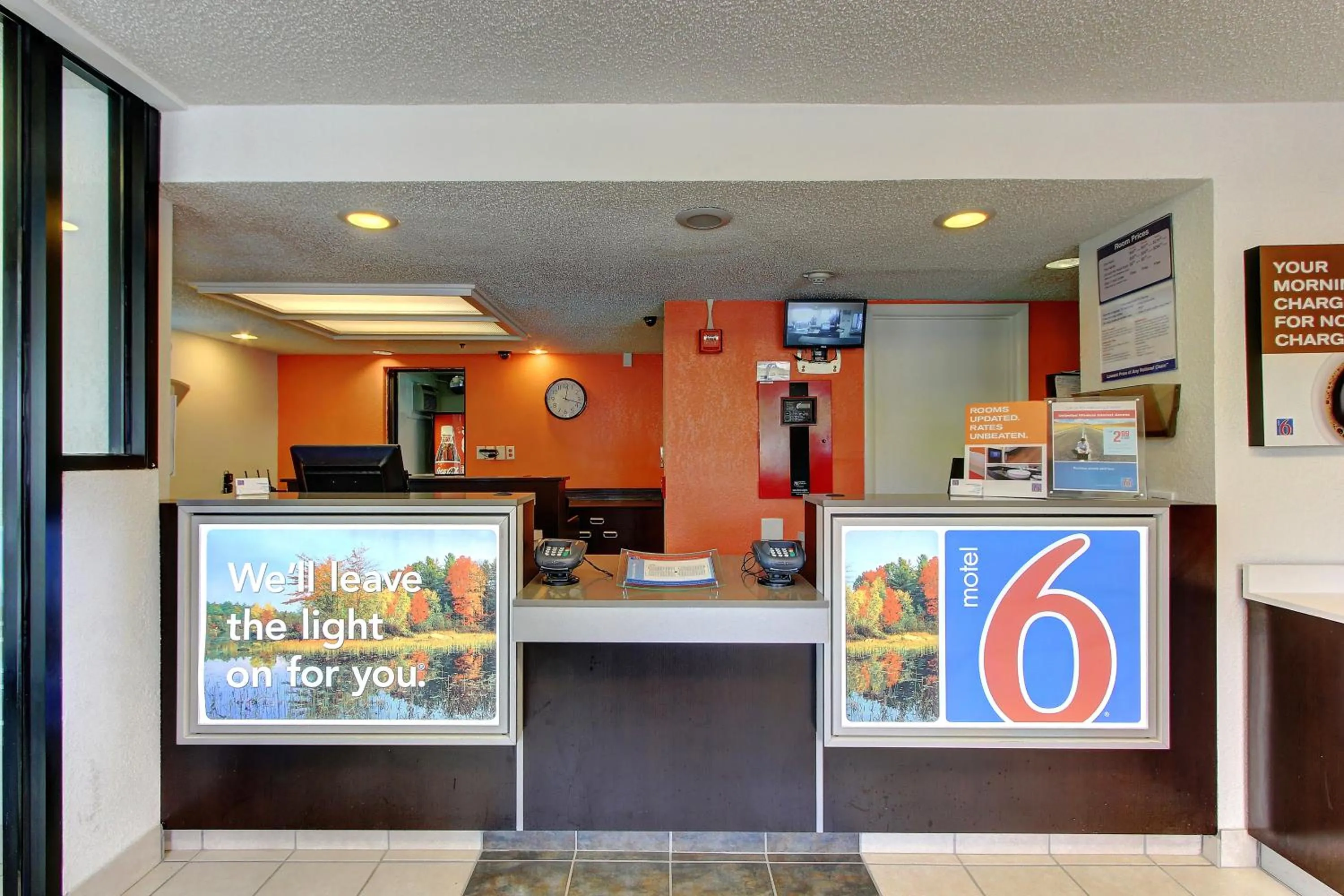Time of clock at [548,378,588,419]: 12:17
